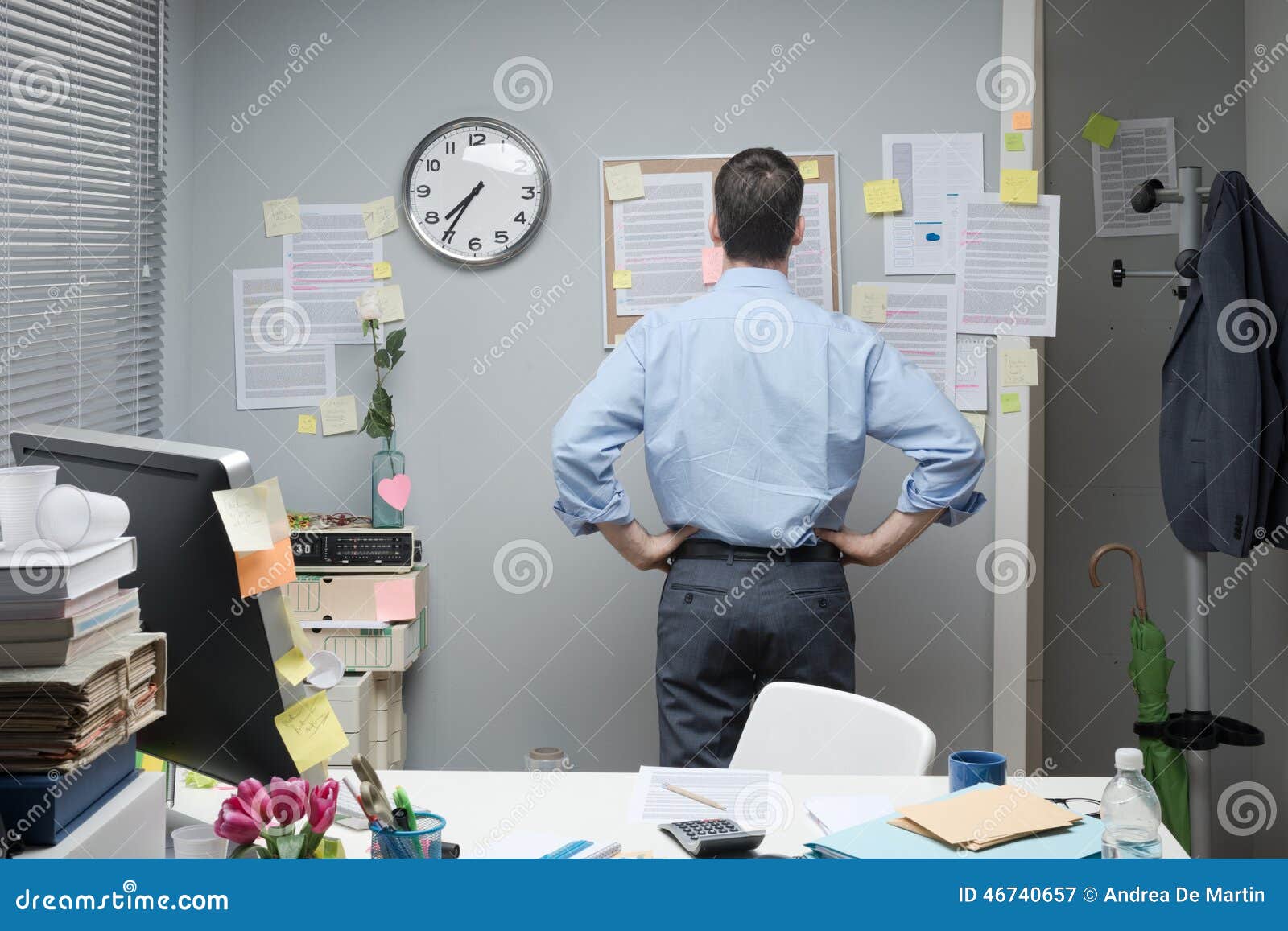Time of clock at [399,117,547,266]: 7:35
